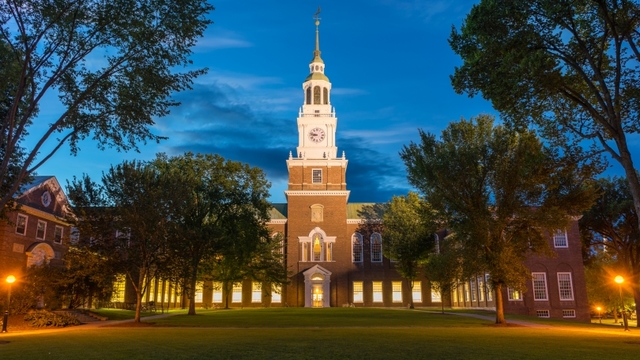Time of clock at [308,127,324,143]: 8:47
